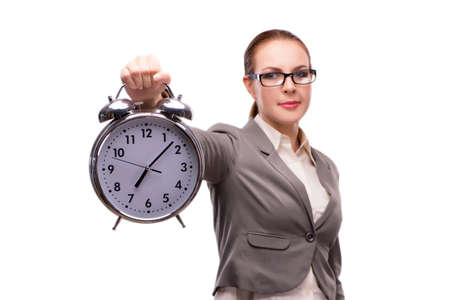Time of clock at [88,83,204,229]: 7:07
